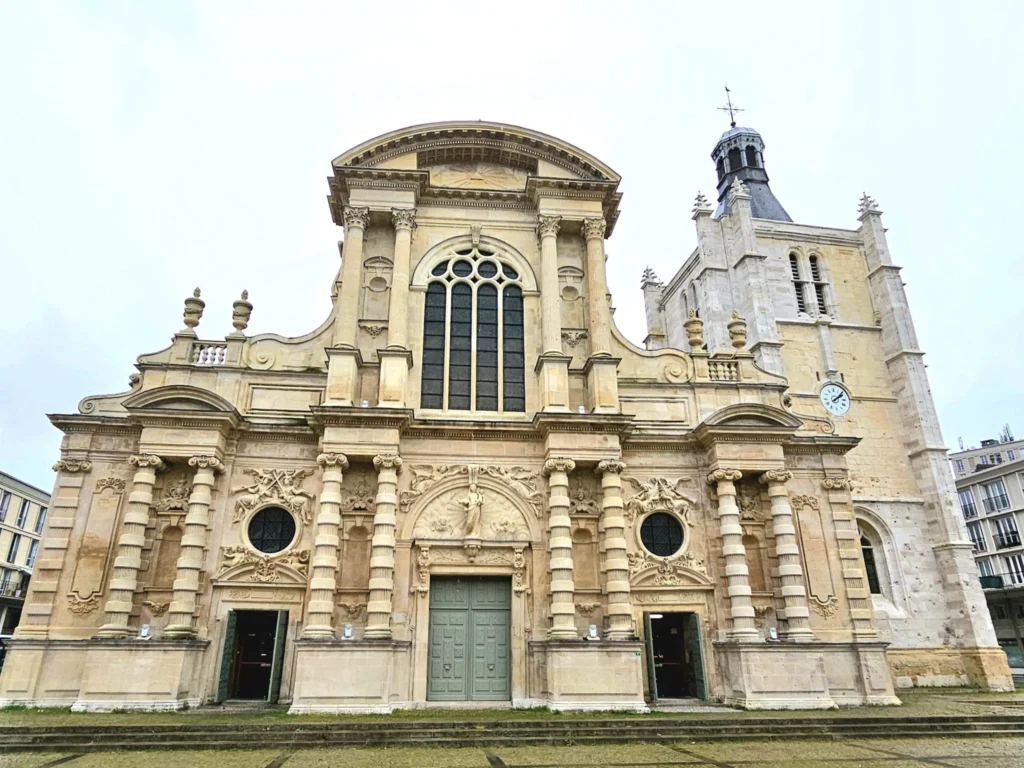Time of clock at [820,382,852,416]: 2:08
